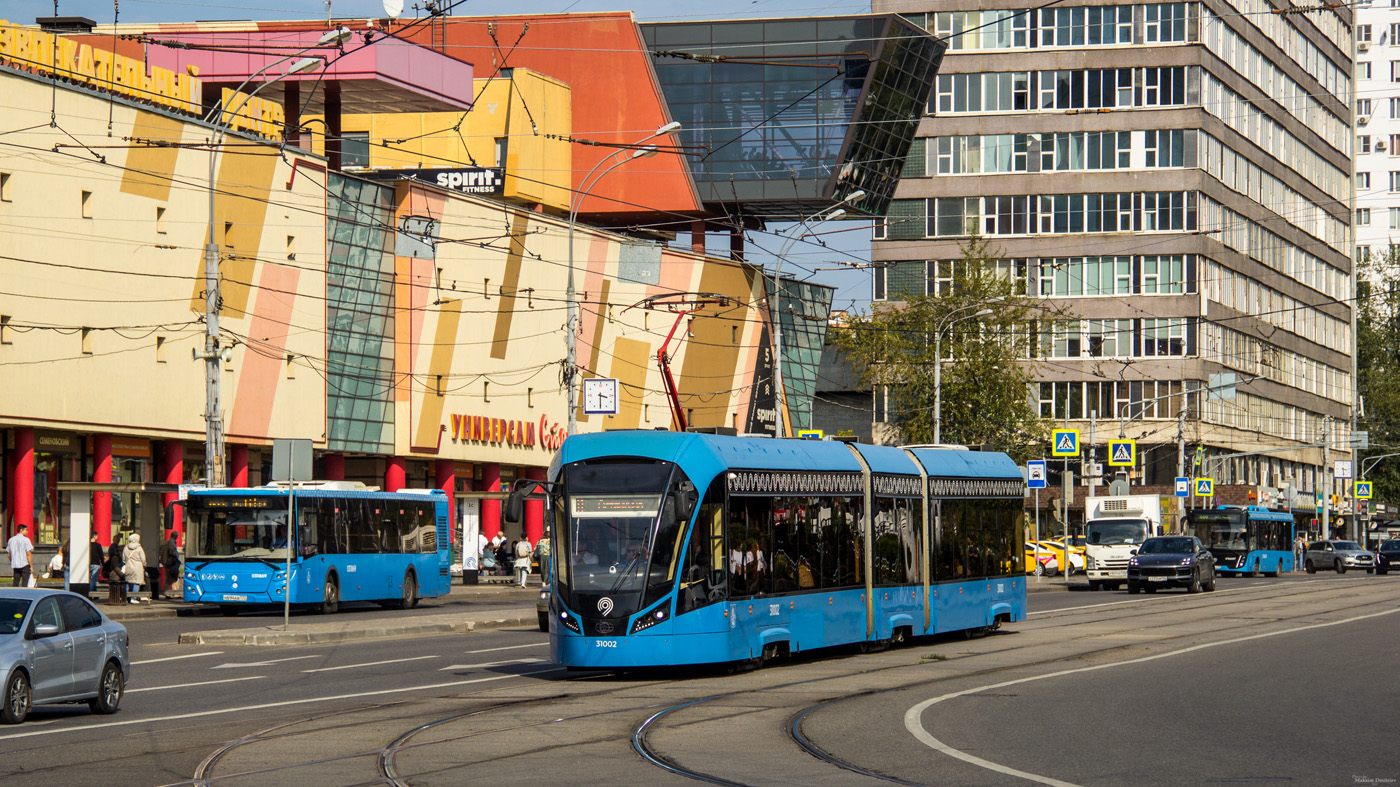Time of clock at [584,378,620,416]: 3:29
